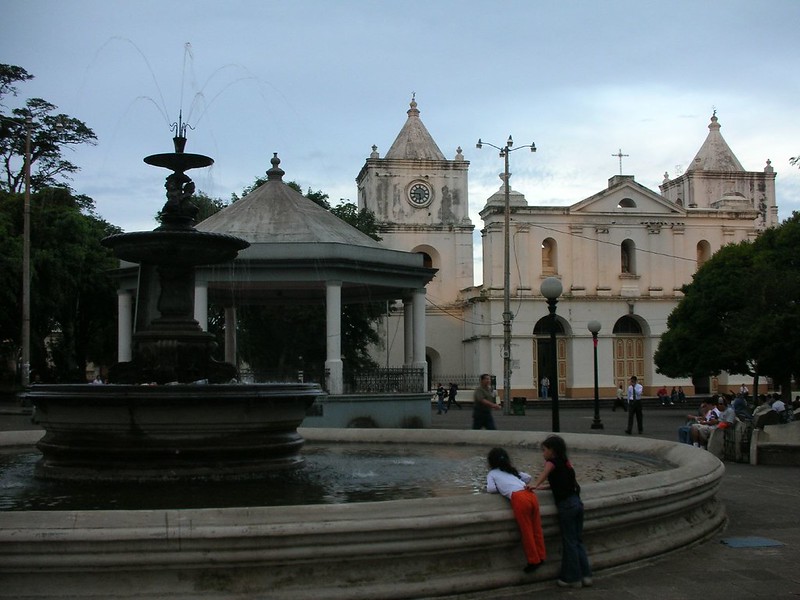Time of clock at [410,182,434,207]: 5:45
